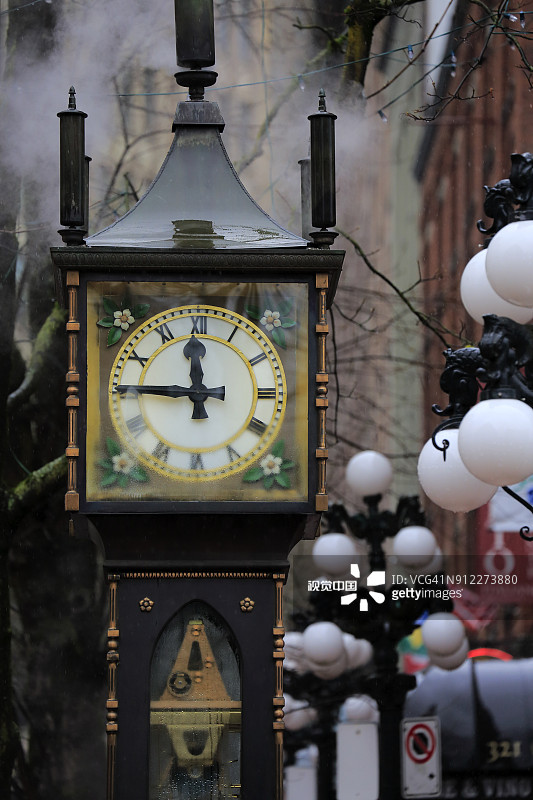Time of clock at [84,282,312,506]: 11:45
